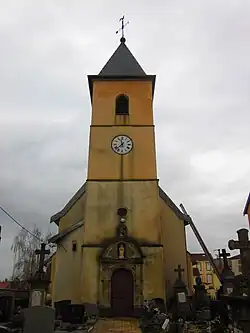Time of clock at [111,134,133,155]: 11:37
